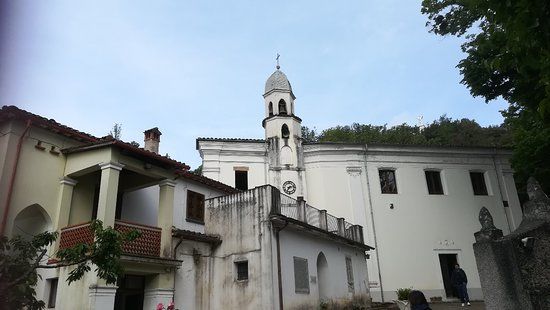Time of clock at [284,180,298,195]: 7:12
